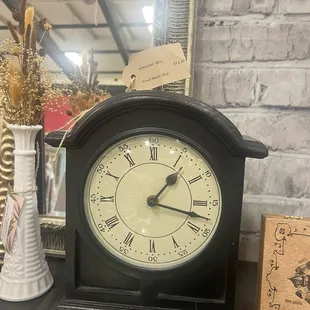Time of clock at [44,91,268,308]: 1:17
